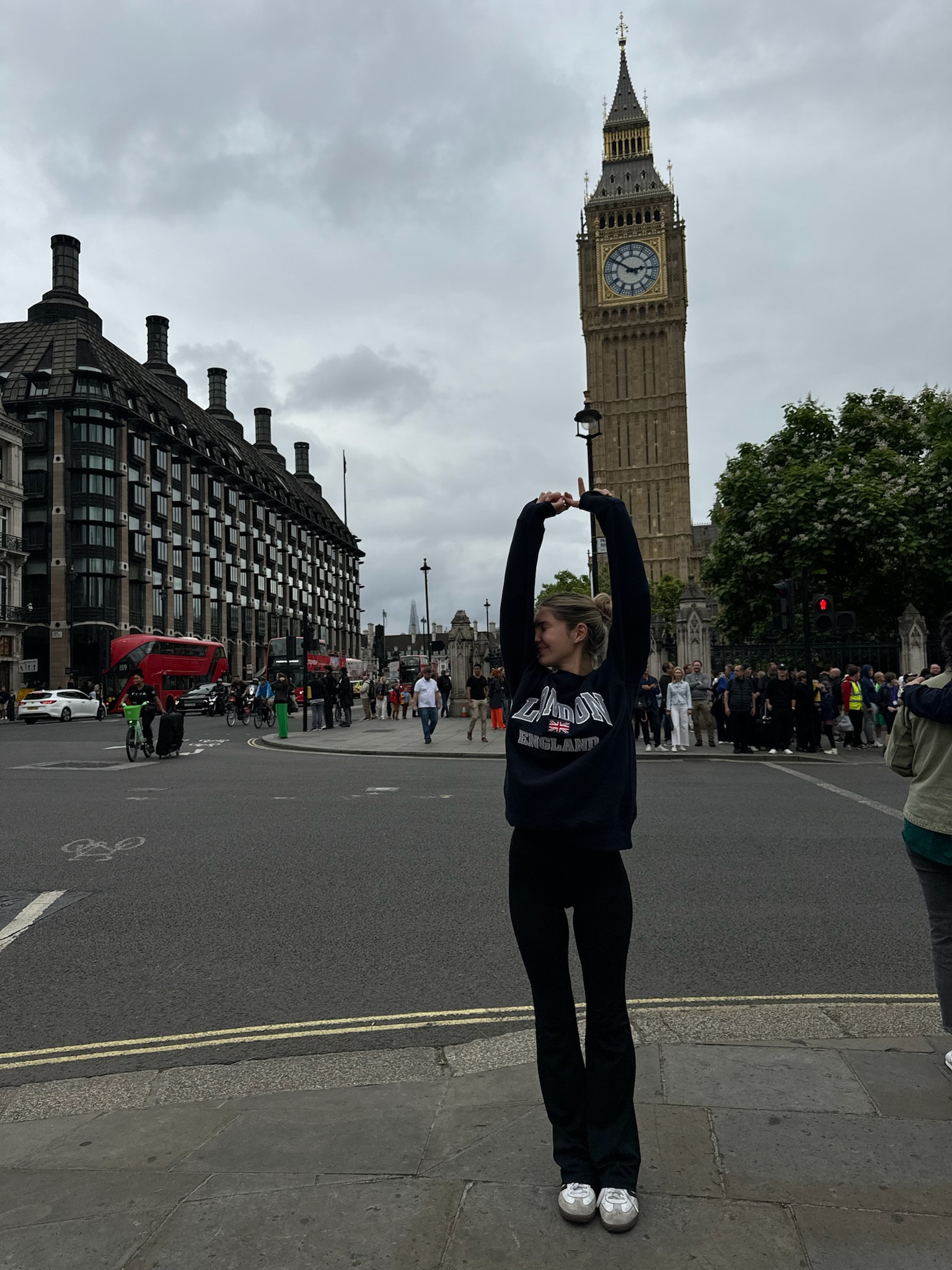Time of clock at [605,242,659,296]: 2:50
